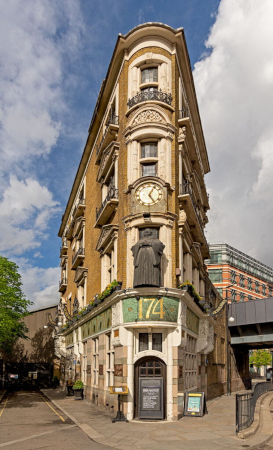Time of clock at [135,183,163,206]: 5:05
